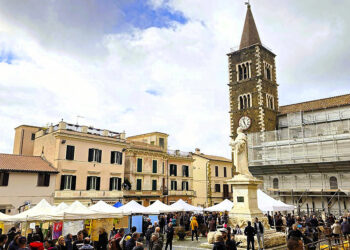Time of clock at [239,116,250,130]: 11:25
